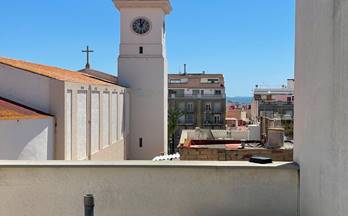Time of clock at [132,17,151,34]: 12:58
